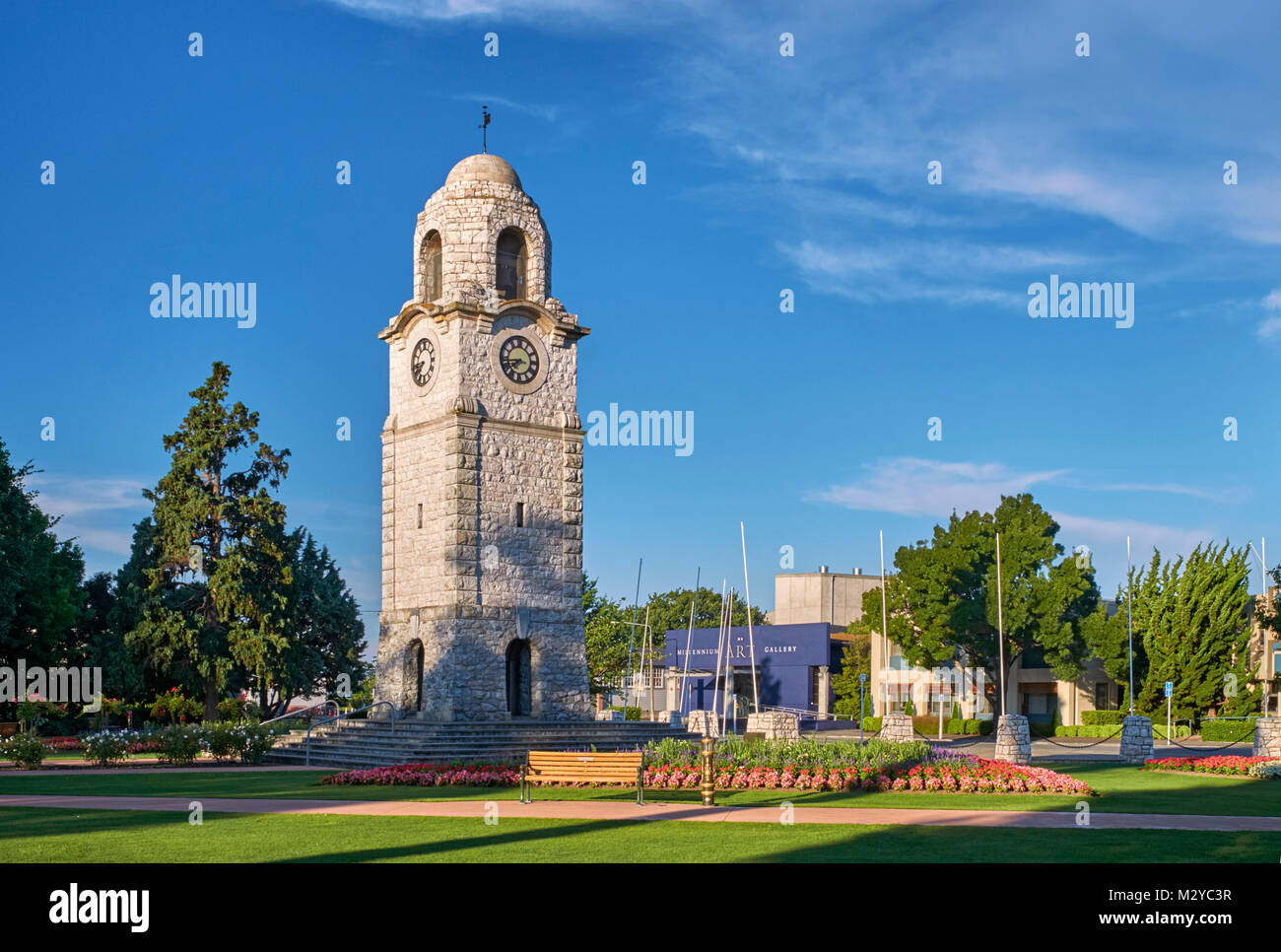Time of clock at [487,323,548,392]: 7:43
